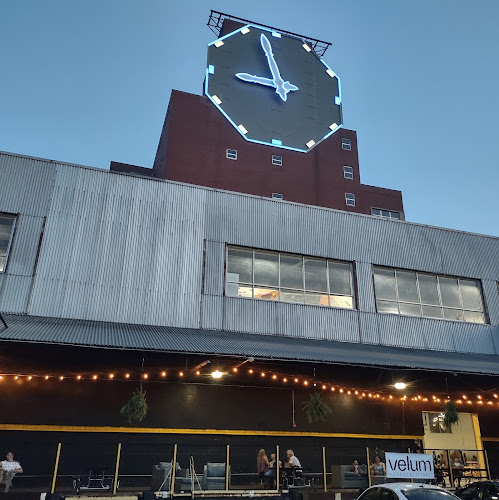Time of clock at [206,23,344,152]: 8:57
